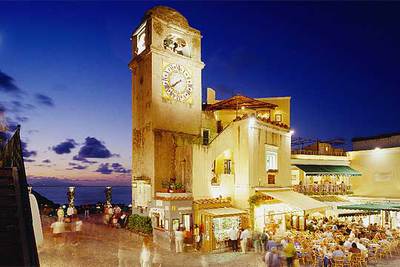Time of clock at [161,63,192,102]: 7:39
